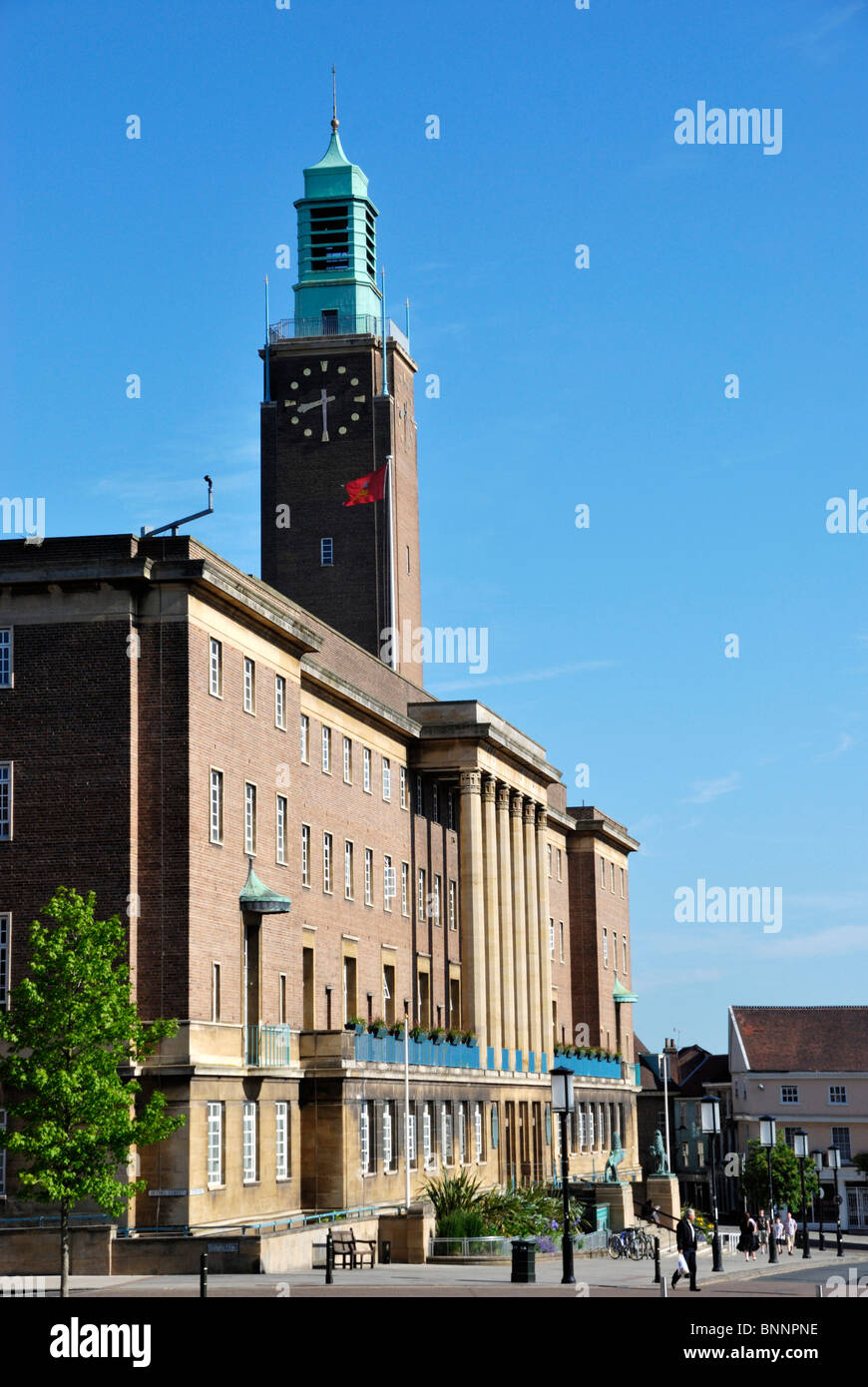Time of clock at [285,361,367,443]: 8:30
